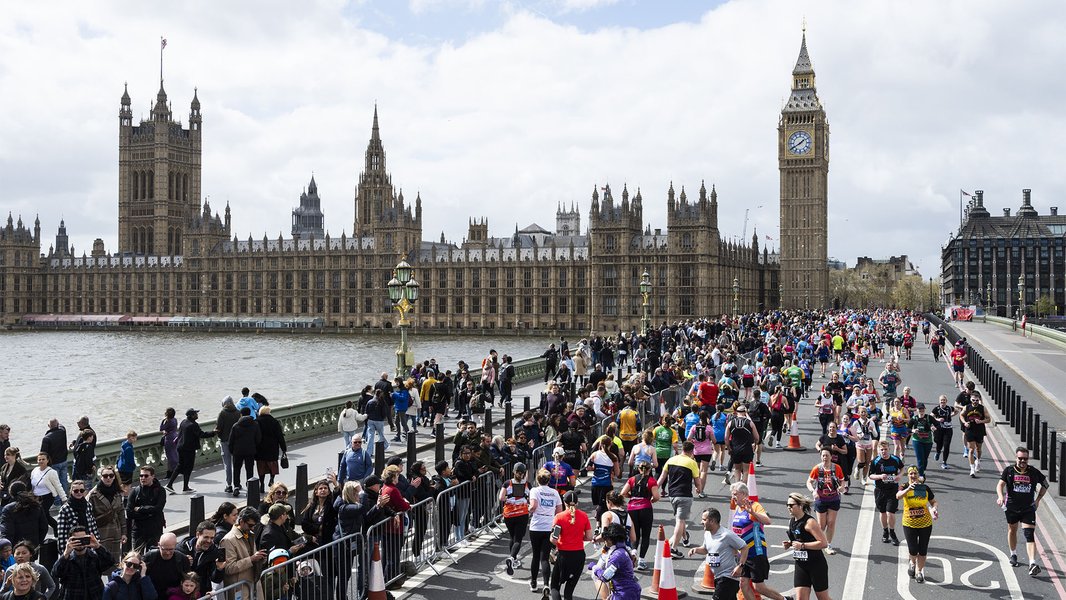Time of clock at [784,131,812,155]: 1:39
